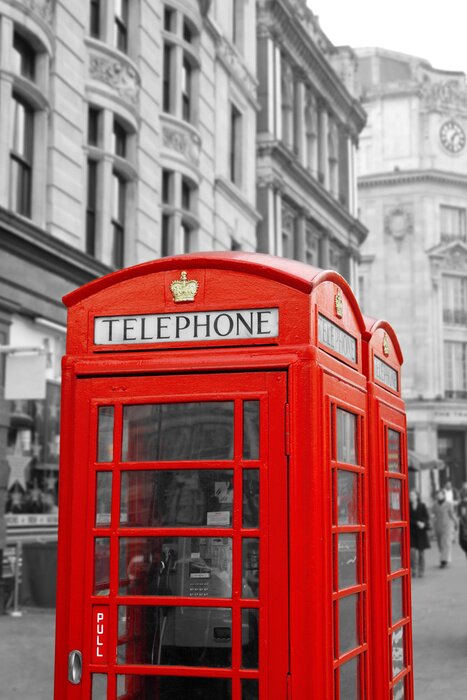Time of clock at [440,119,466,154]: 1:32
